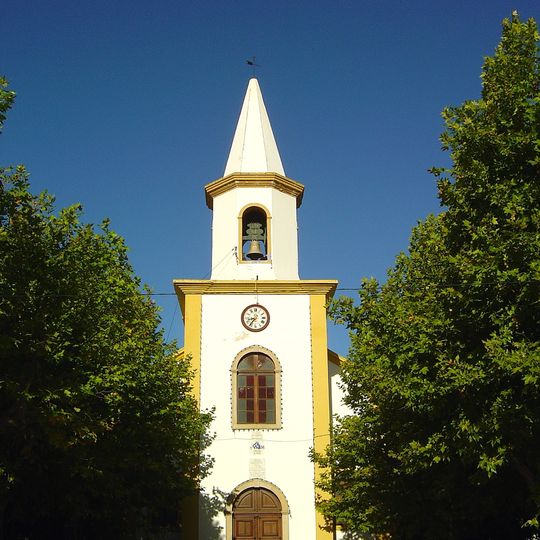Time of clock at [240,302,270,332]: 8:36
